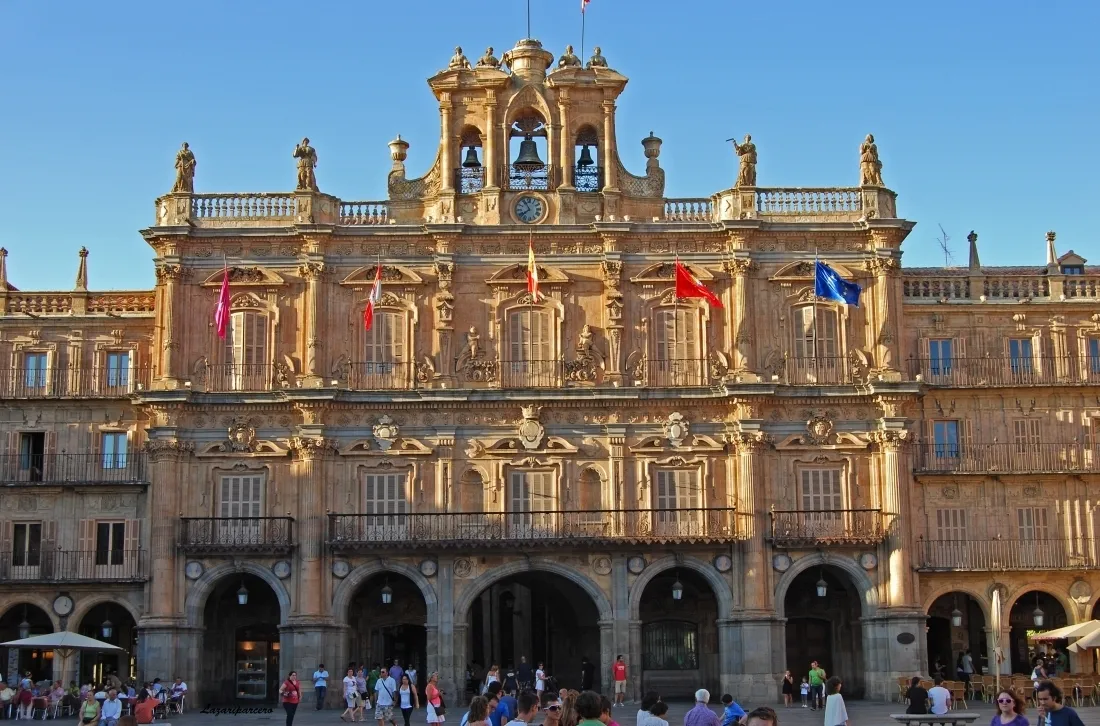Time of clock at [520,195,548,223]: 7:54
